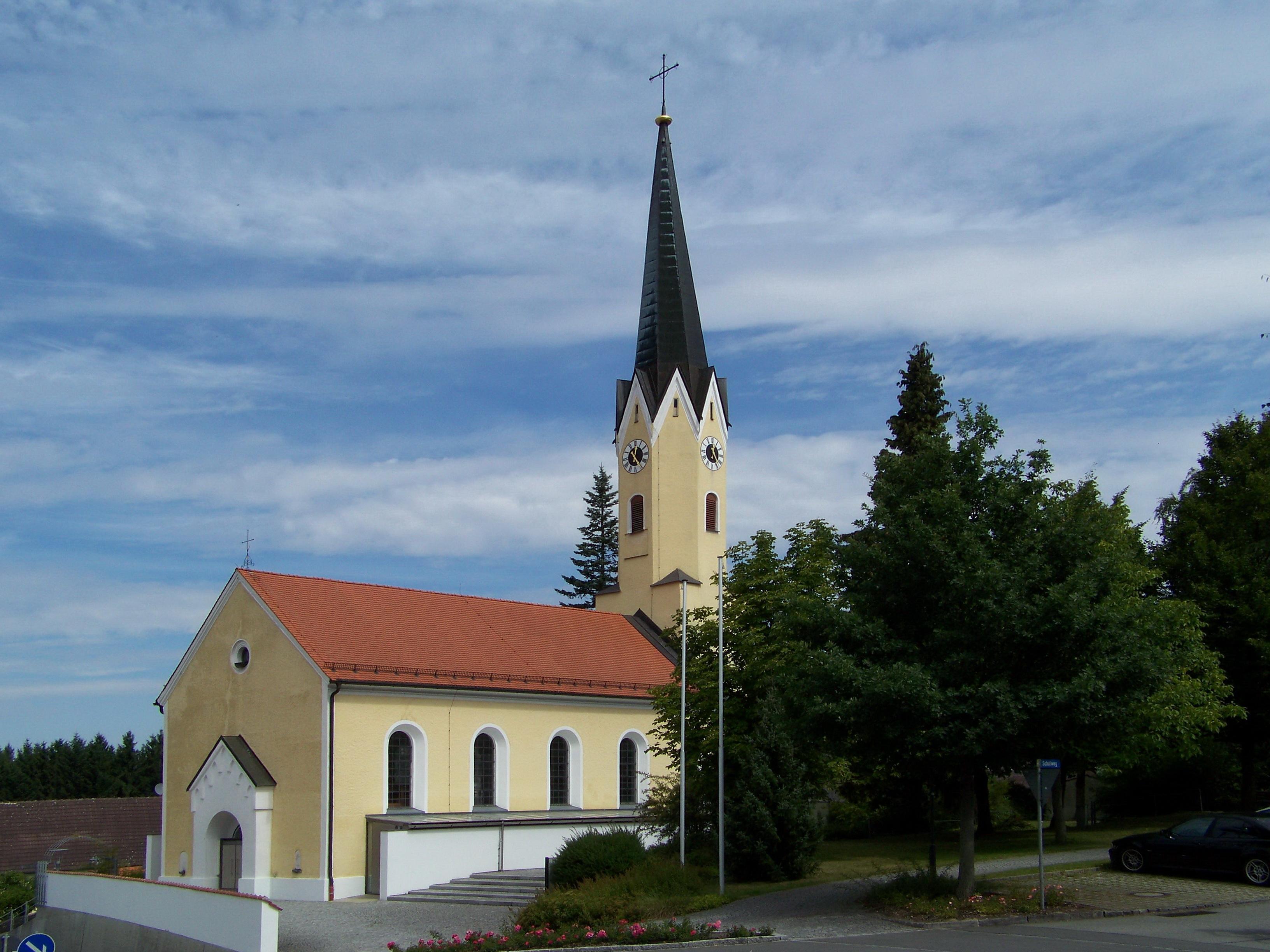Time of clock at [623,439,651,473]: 12:24
